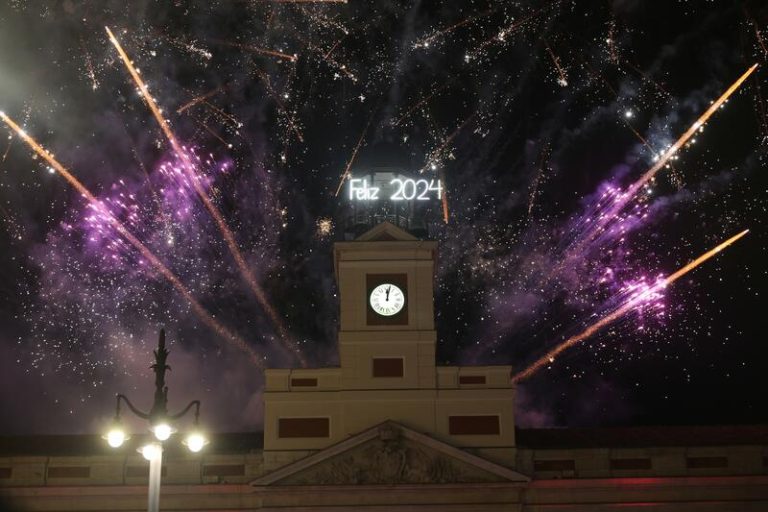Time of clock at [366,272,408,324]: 12:02
